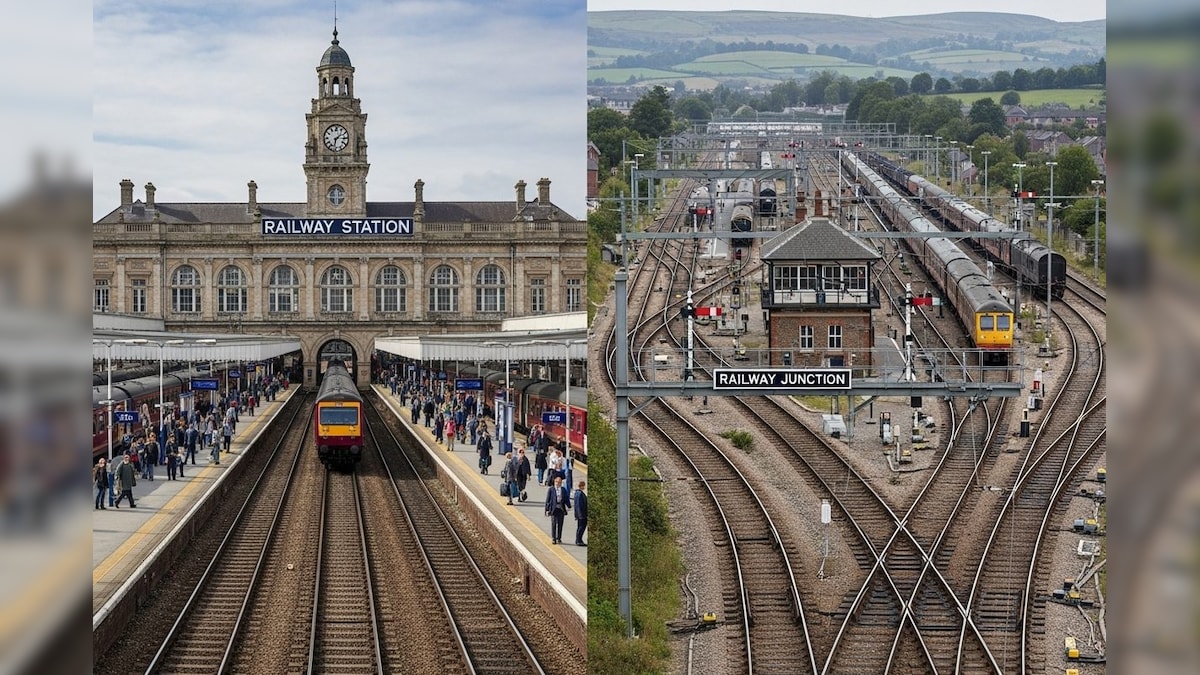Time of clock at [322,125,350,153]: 1:32
